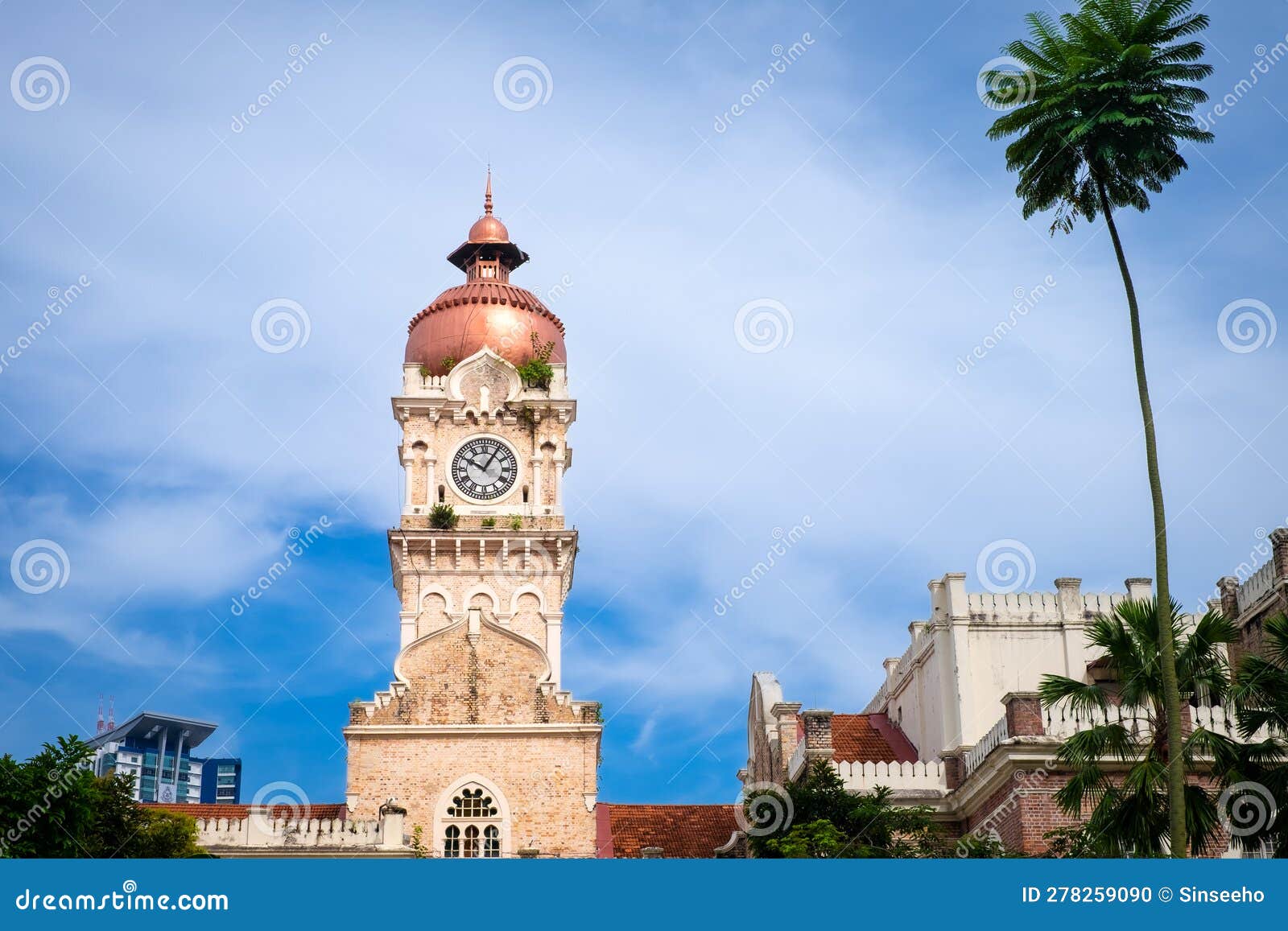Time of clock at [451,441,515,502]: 10:05
